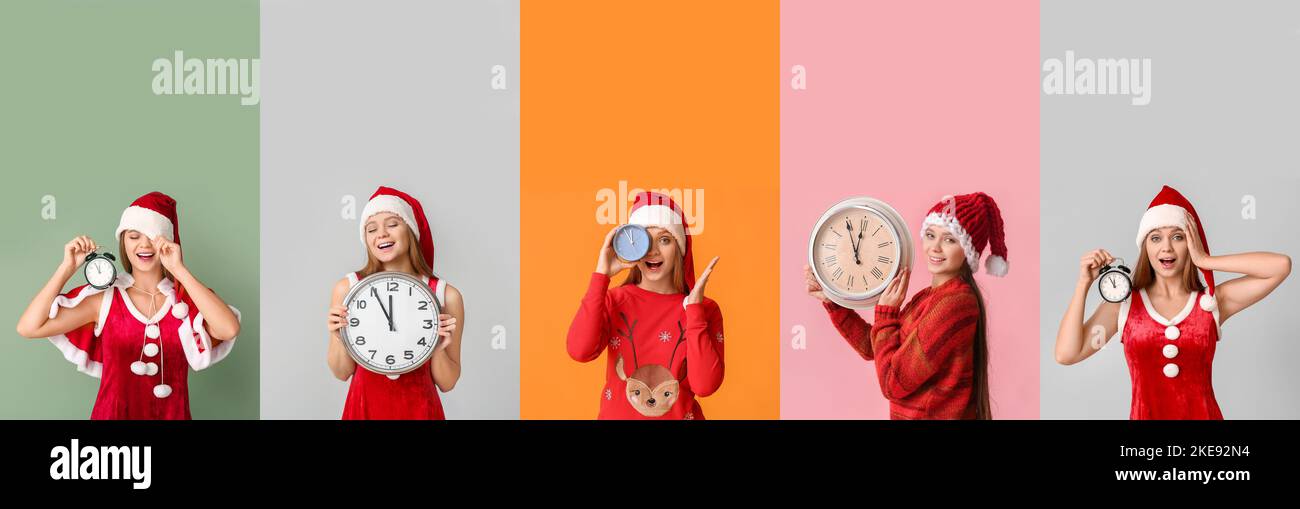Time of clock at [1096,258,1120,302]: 11:55
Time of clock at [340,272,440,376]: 11:55
